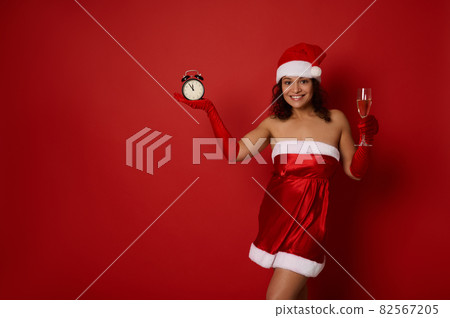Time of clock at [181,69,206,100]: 11:54
